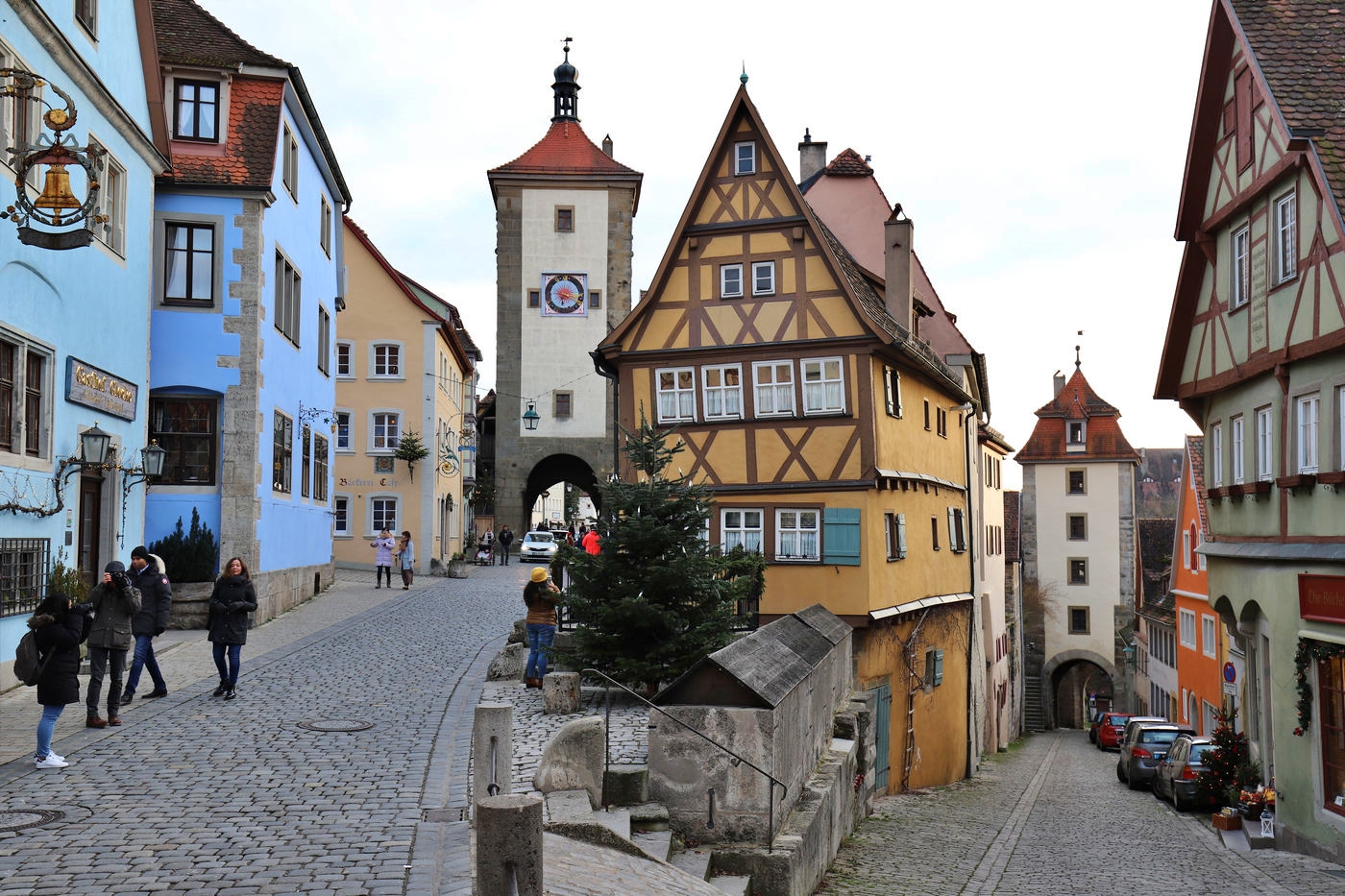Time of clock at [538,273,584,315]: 6:17
